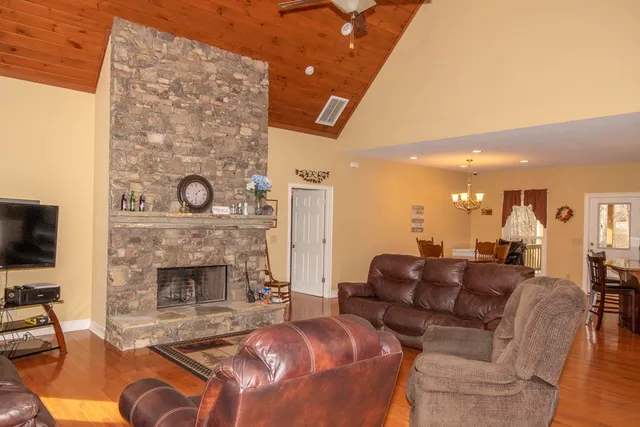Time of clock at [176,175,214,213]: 1:31
